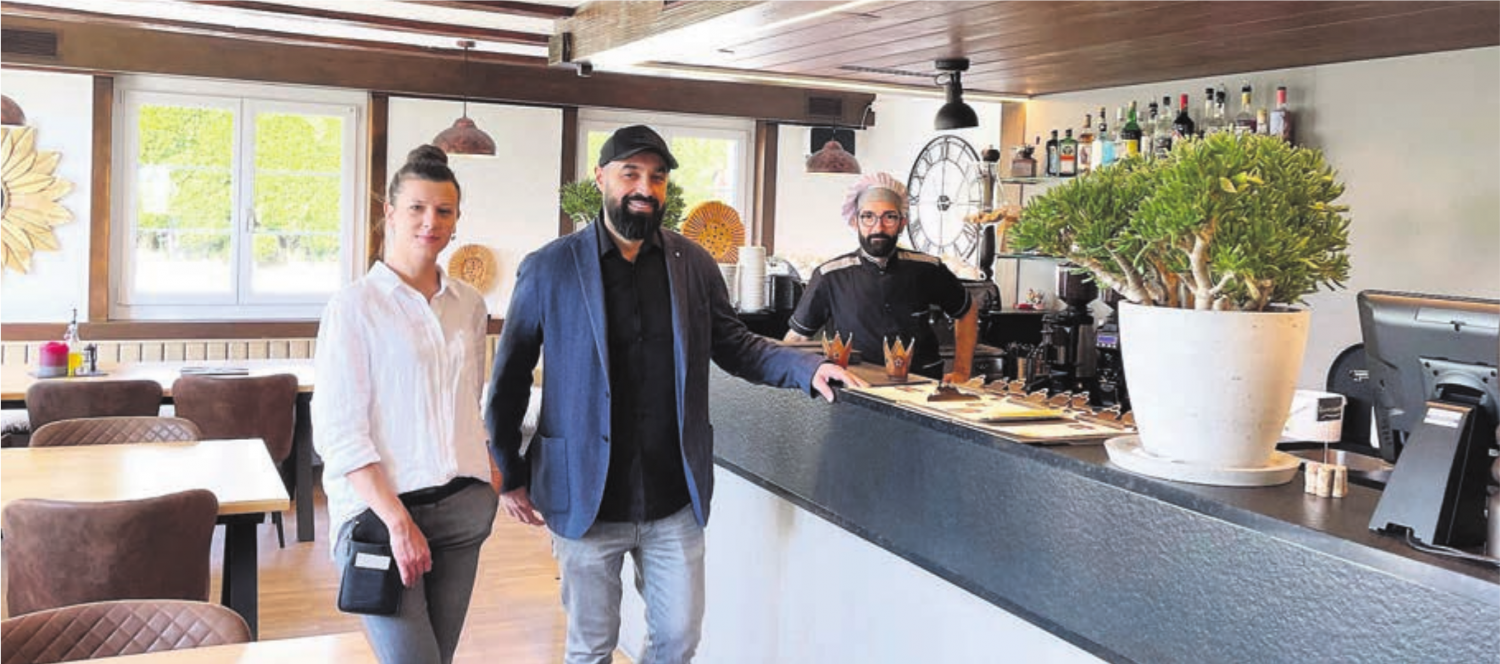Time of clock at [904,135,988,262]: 5:59
